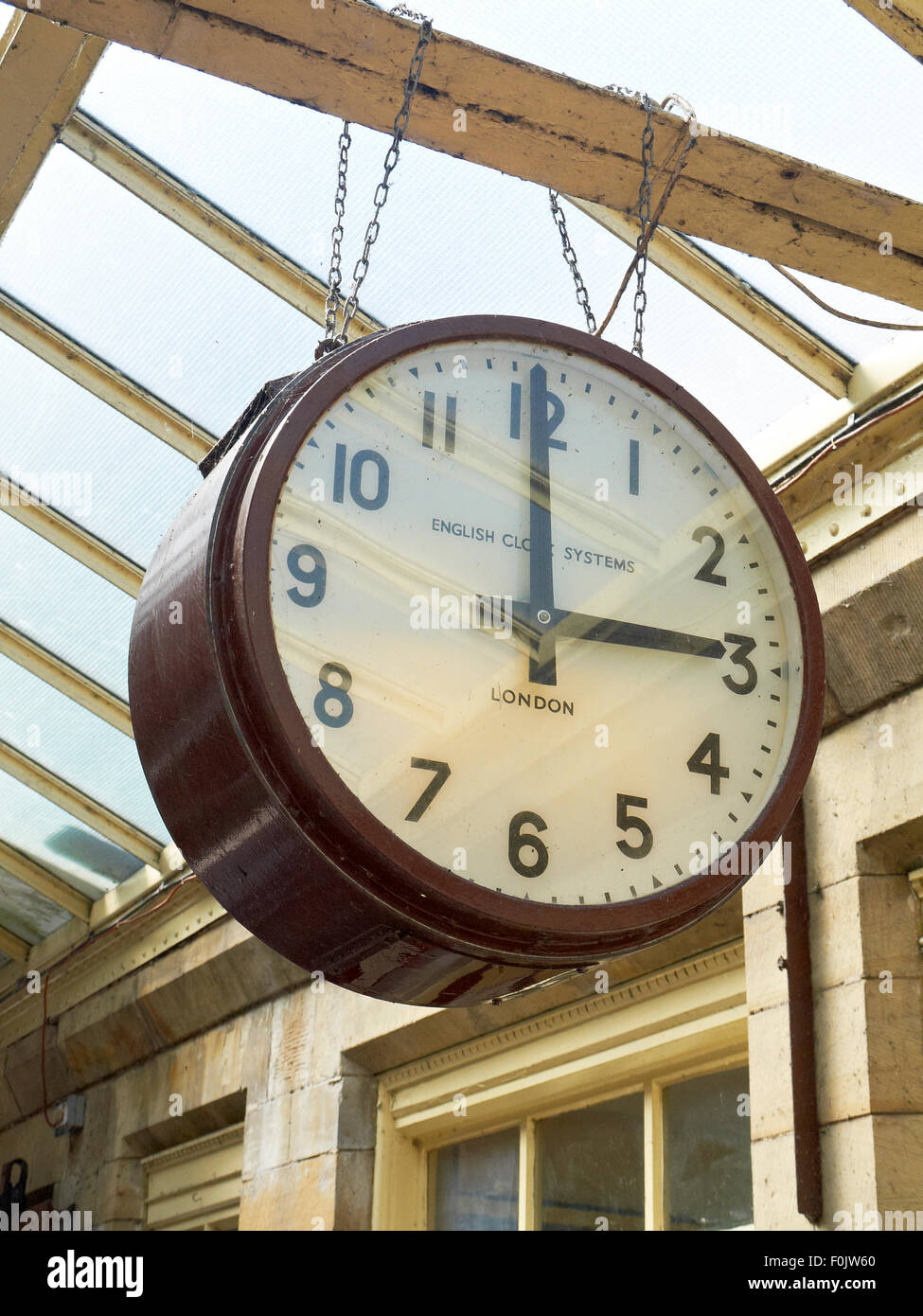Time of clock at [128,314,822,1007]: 2:59
